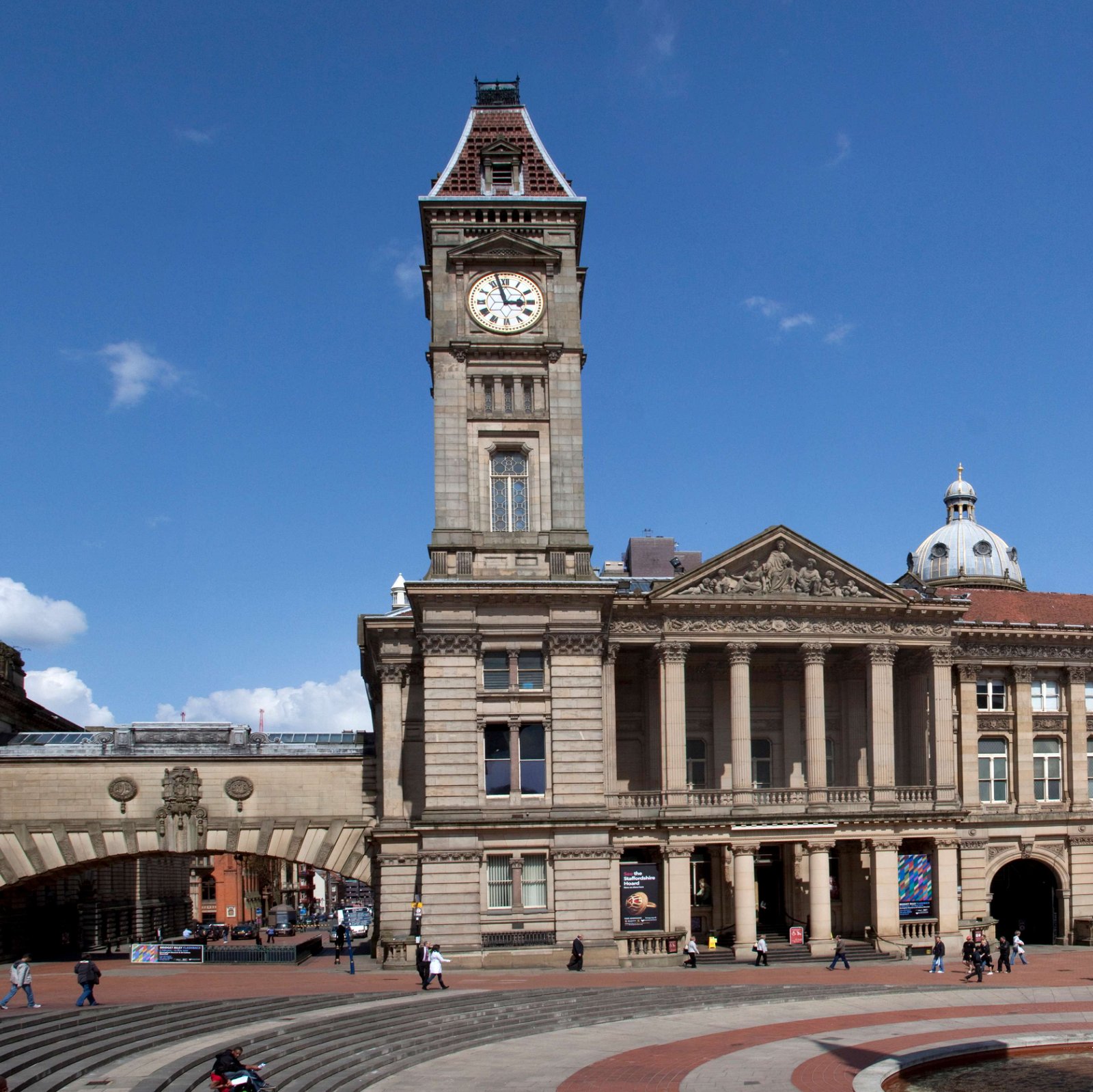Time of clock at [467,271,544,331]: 2:57
